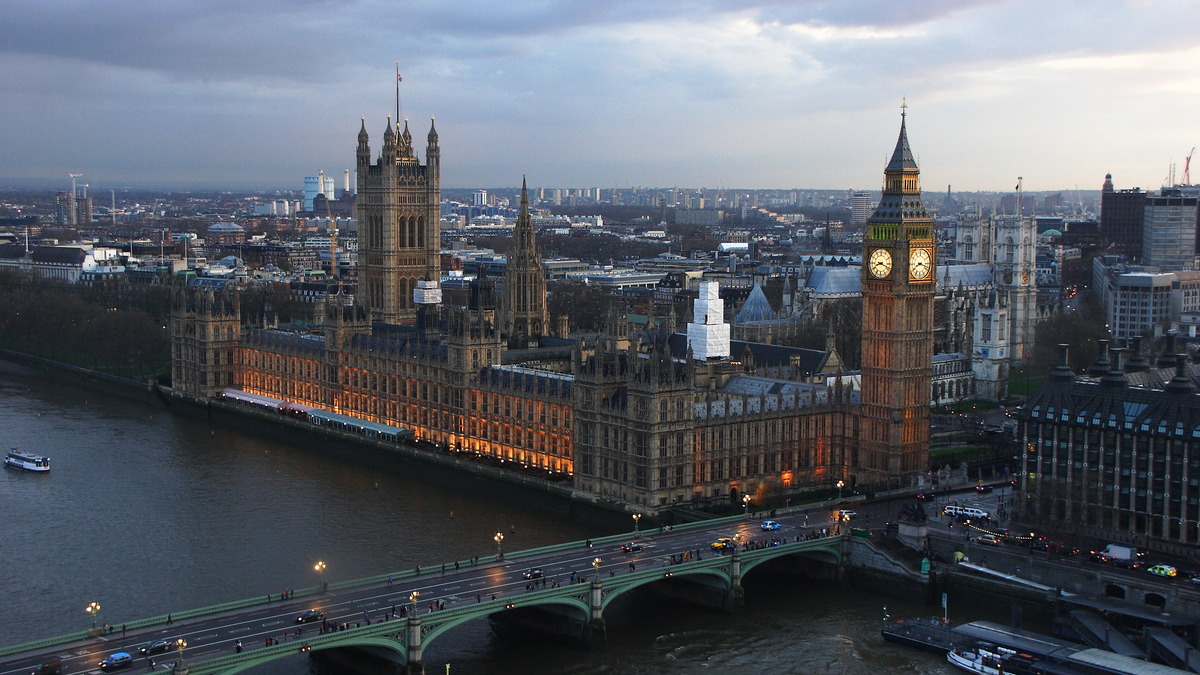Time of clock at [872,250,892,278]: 8:18
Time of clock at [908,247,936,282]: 8:17
